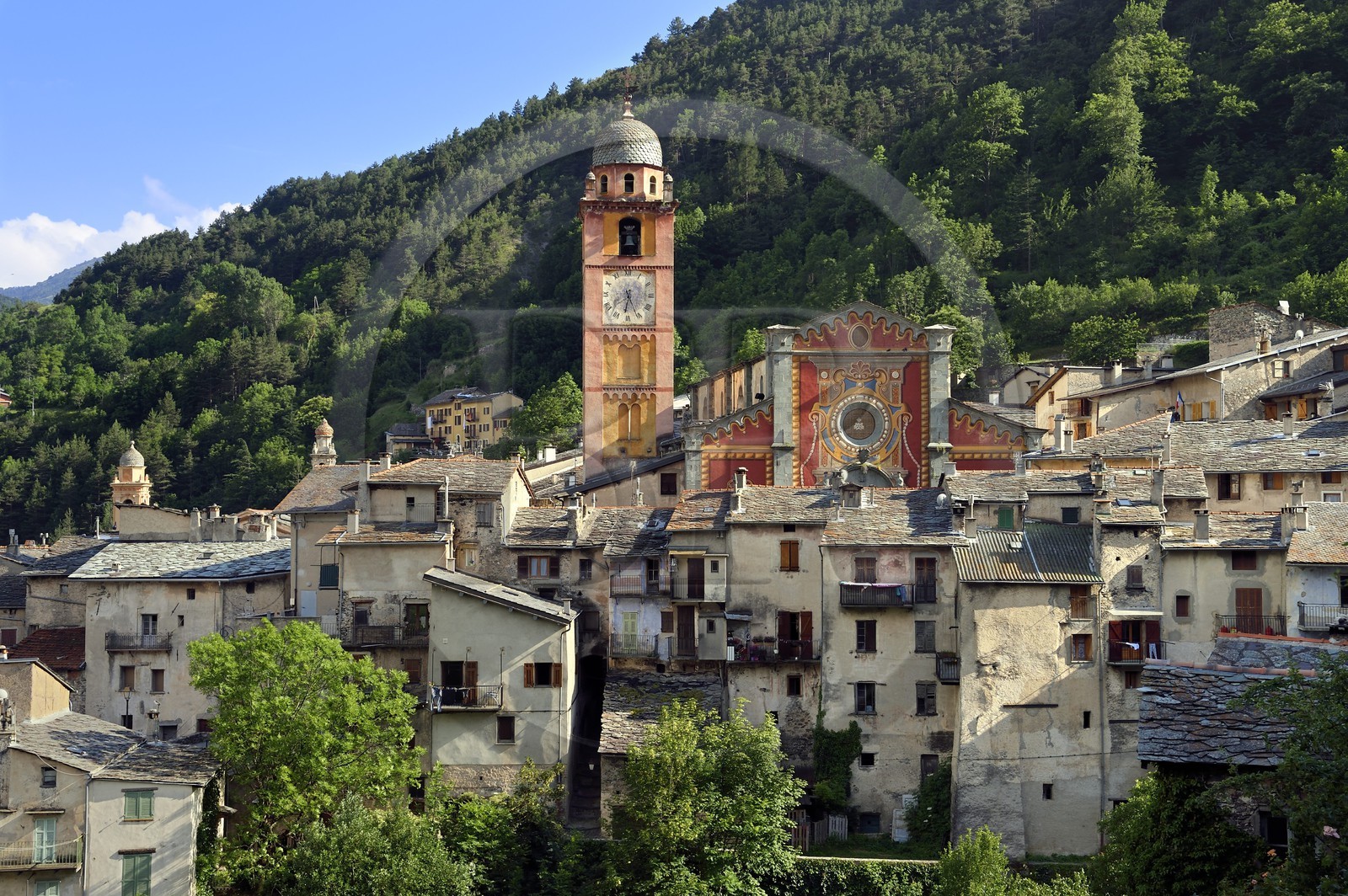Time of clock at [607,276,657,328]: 6:26
